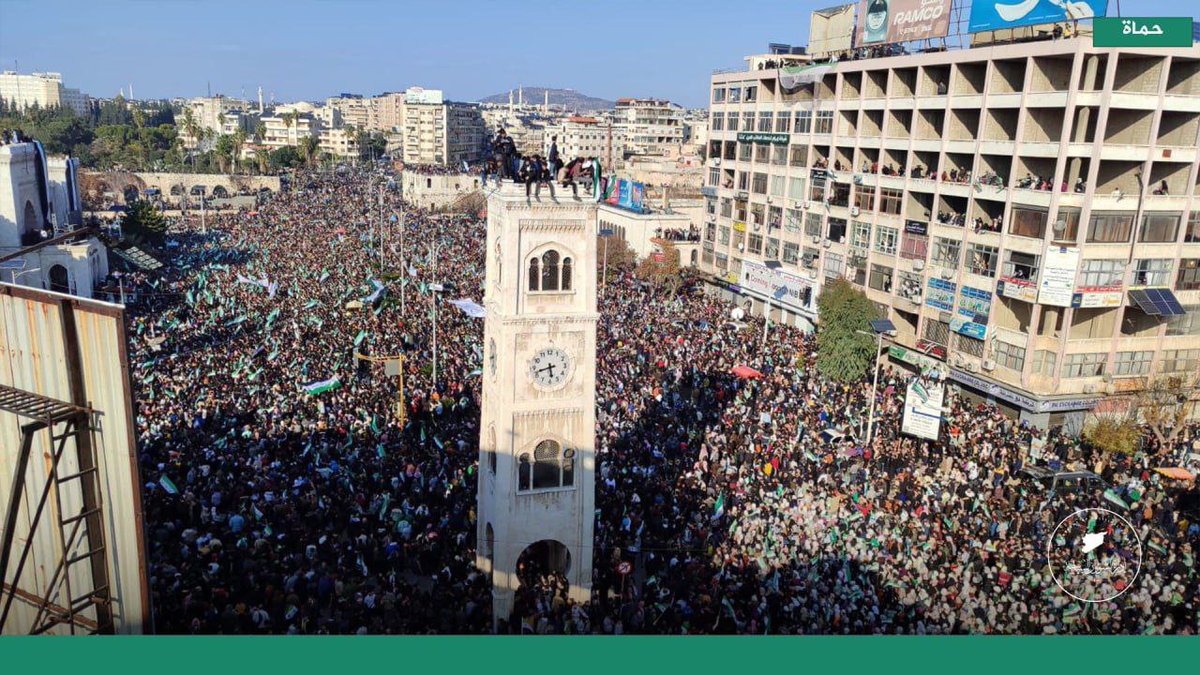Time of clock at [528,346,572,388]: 5:42
